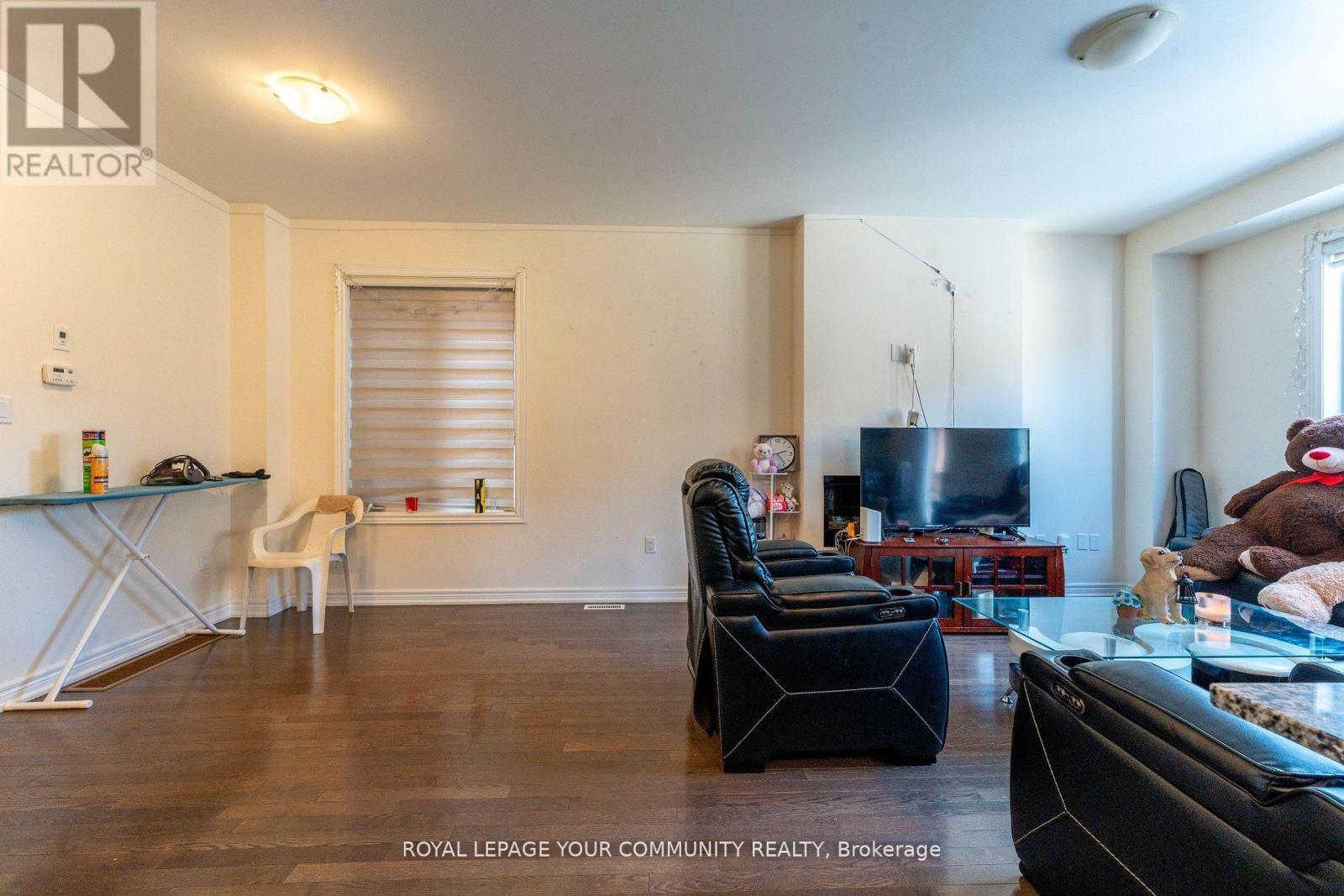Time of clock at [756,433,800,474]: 2:23
